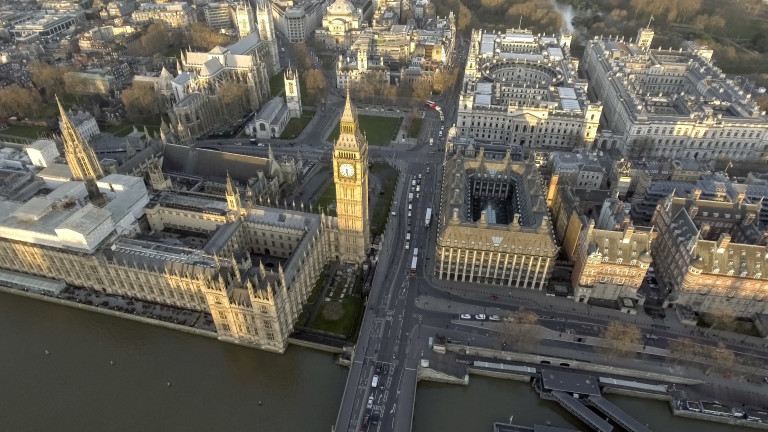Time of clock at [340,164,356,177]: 6:28
